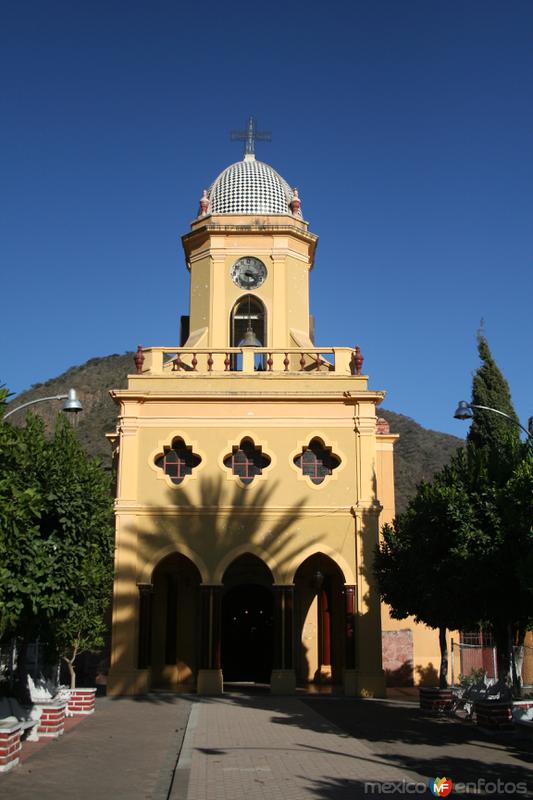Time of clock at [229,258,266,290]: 4:16
